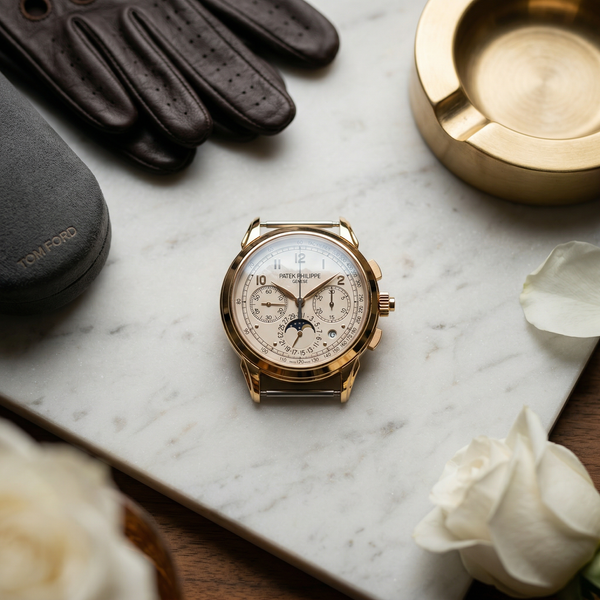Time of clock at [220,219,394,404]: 6:08
